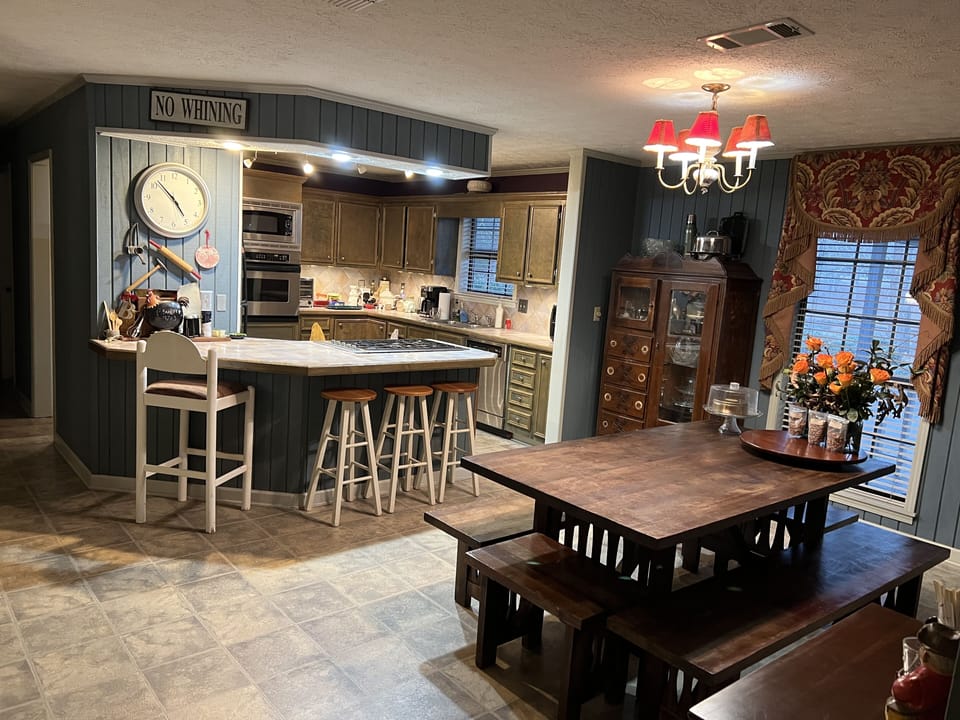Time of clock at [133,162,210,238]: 4:52
